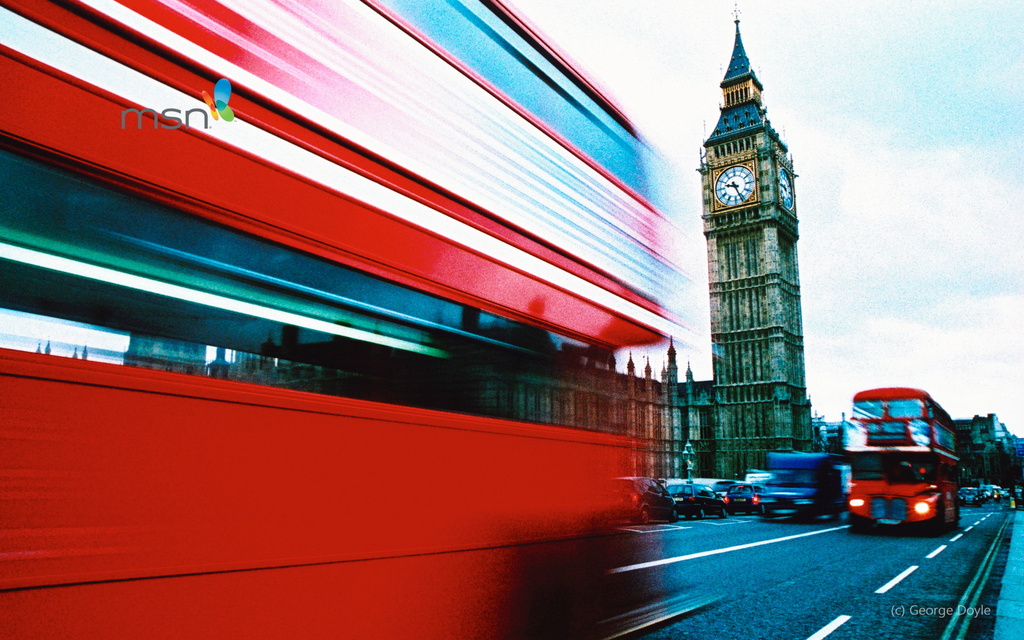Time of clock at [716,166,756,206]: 9:26
